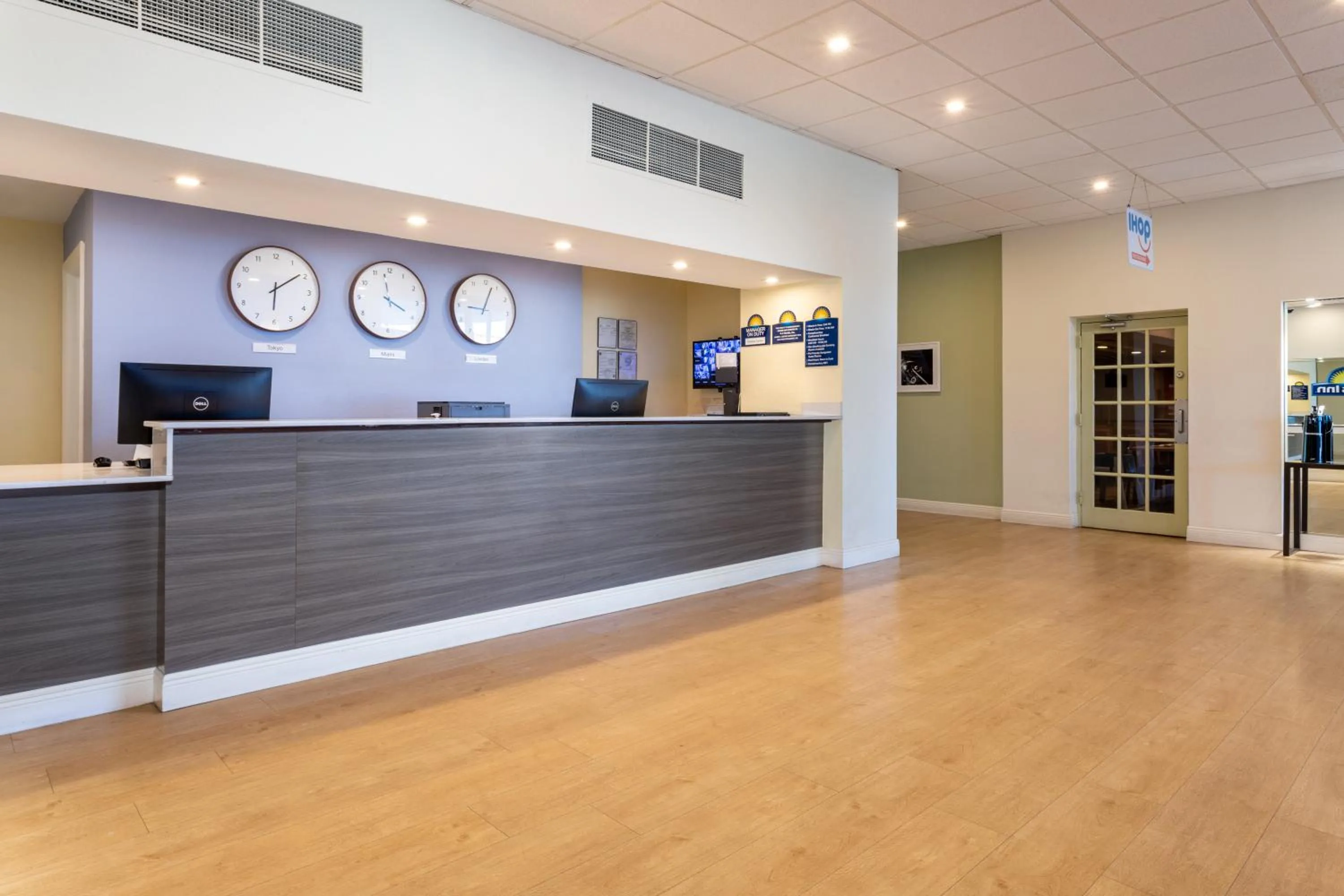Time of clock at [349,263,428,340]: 3:57
